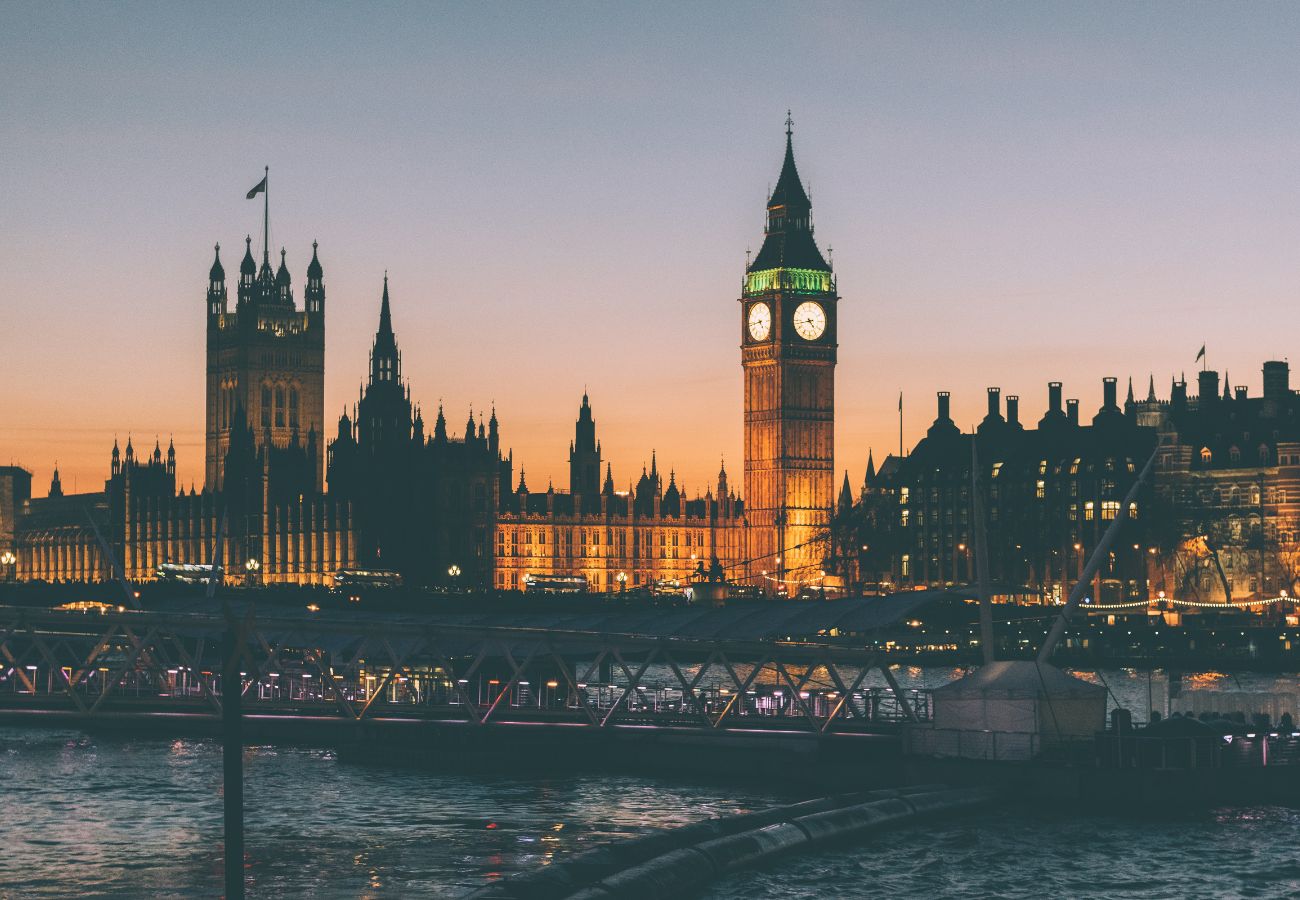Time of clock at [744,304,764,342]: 4:43
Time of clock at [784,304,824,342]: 4:42
